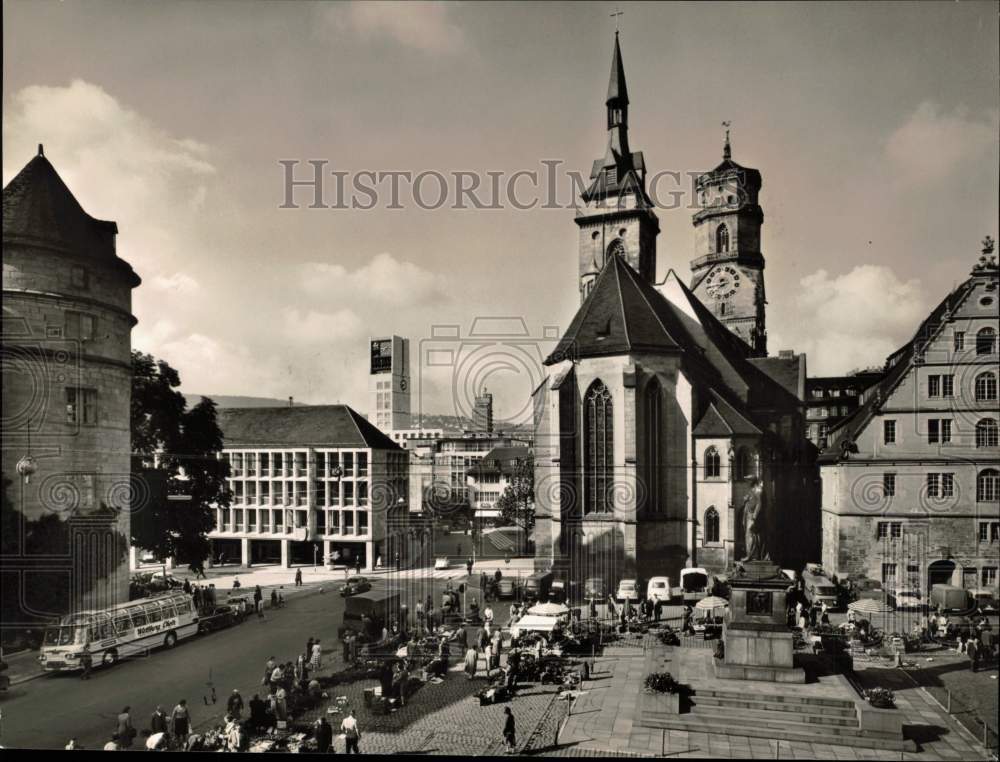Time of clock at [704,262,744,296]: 6:40
